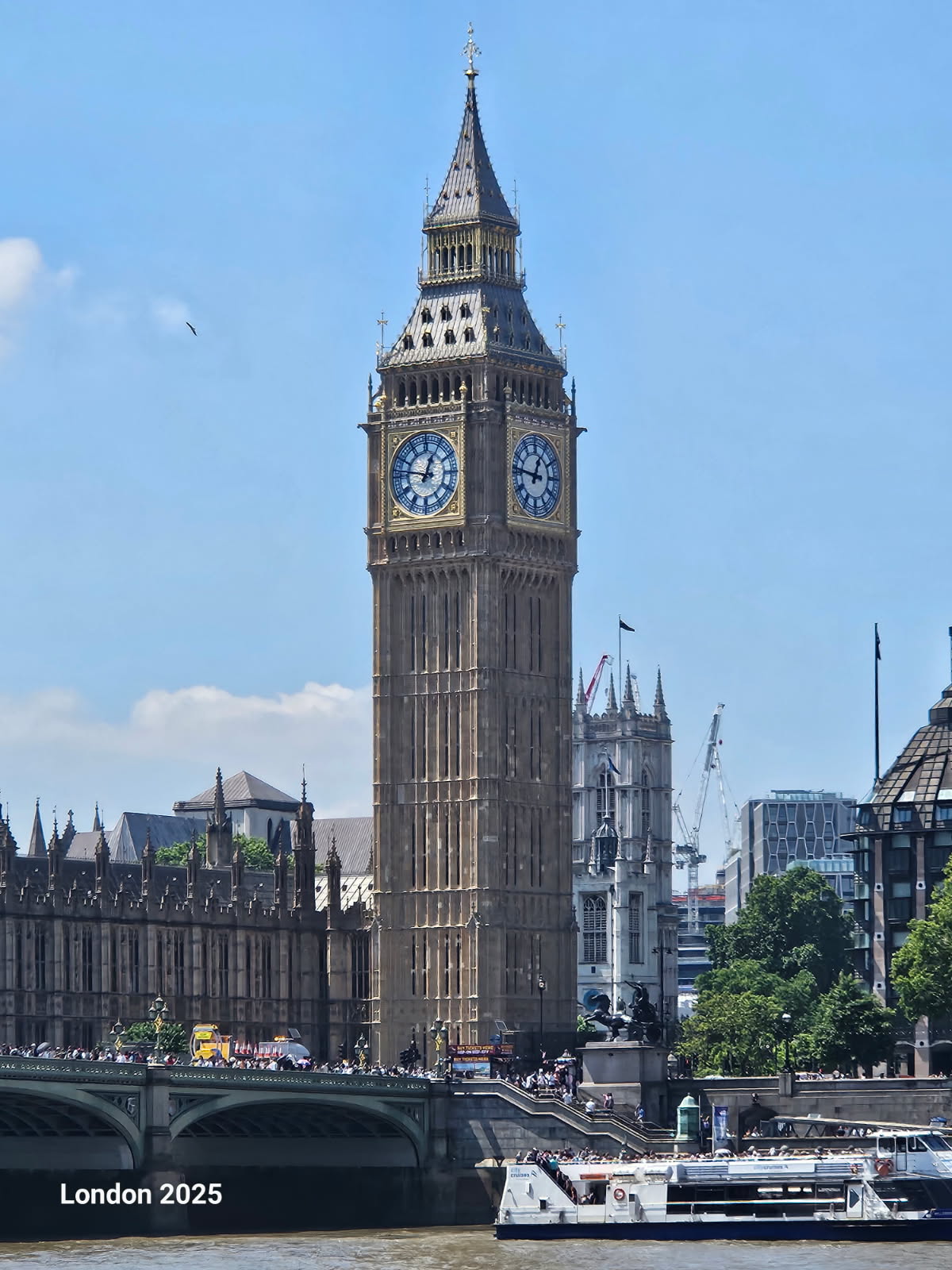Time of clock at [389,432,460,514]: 12:47
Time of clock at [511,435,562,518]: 12:46
